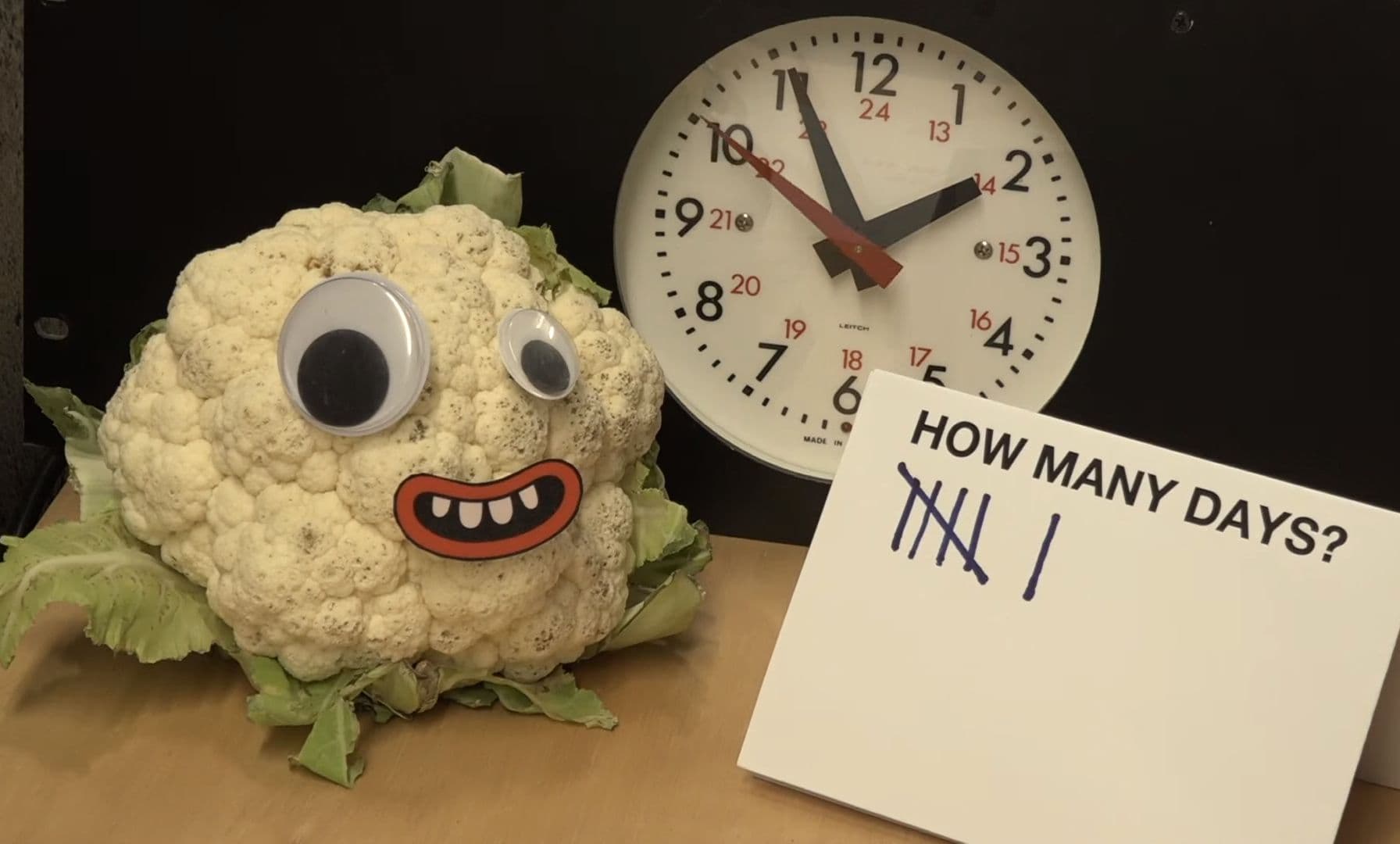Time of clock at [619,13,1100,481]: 1:55
